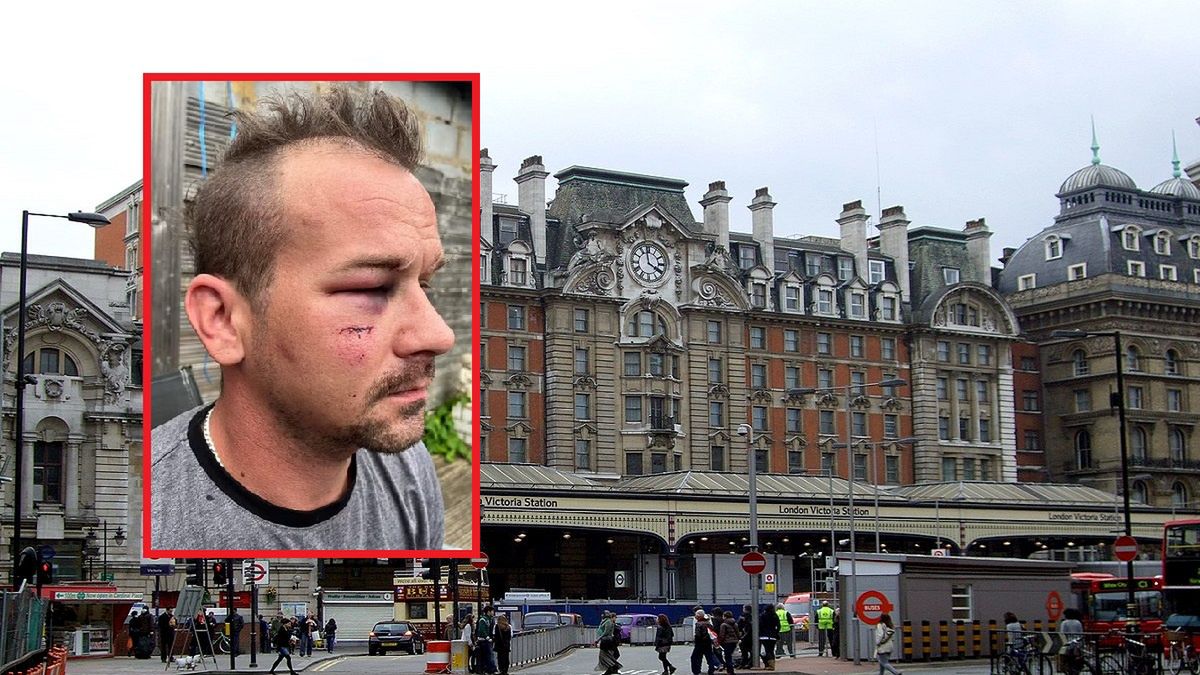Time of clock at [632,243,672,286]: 3:58
